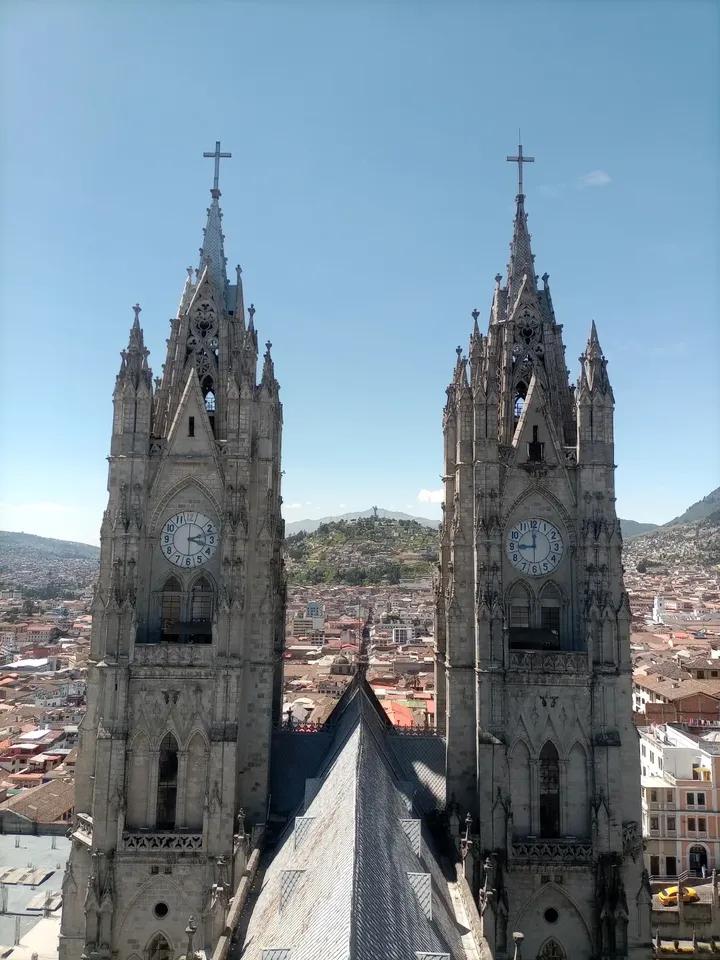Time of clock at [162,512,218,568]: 3:12
